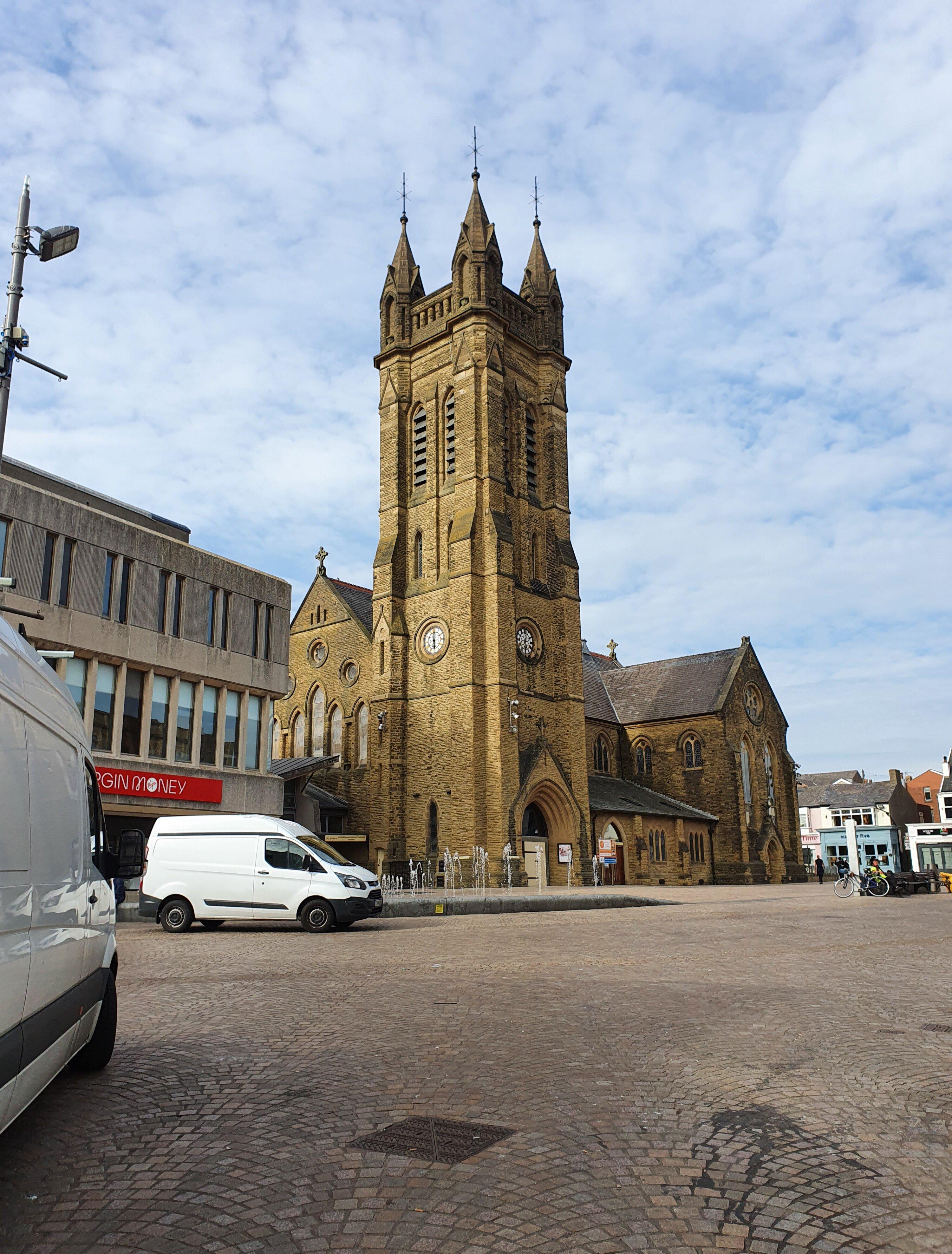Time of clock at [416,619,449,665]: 5:59
